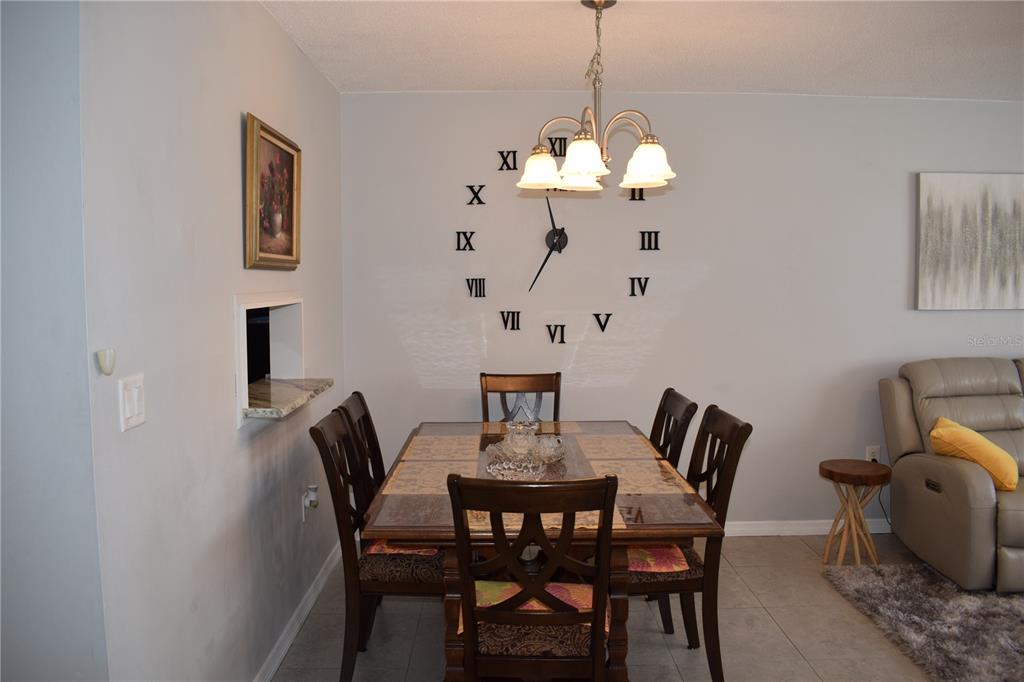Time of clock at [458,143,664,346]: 6:58
